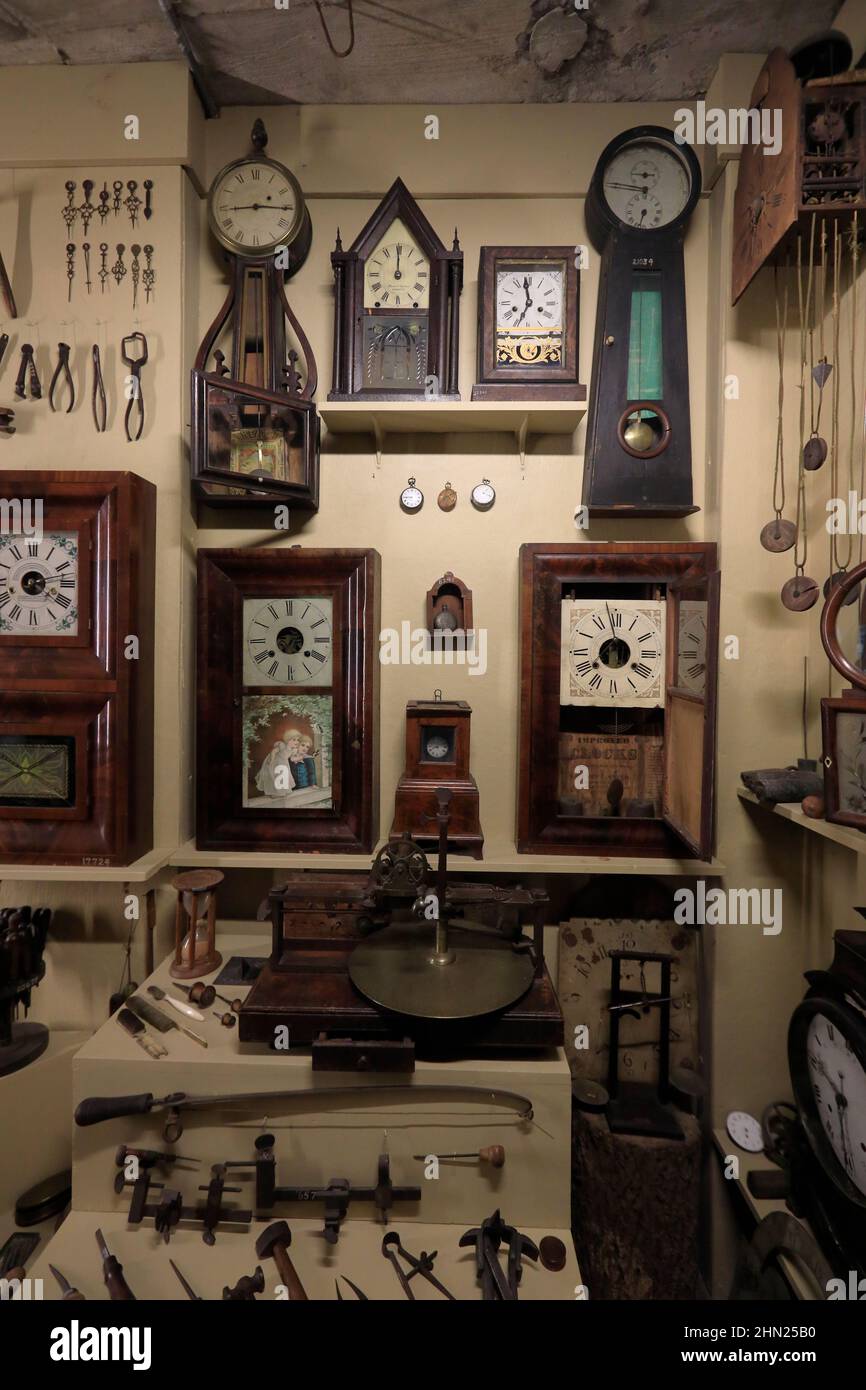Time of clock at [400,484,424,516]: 8:45
